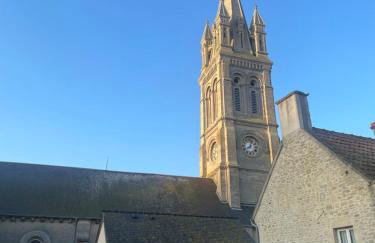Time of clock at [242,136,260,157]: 8:03
